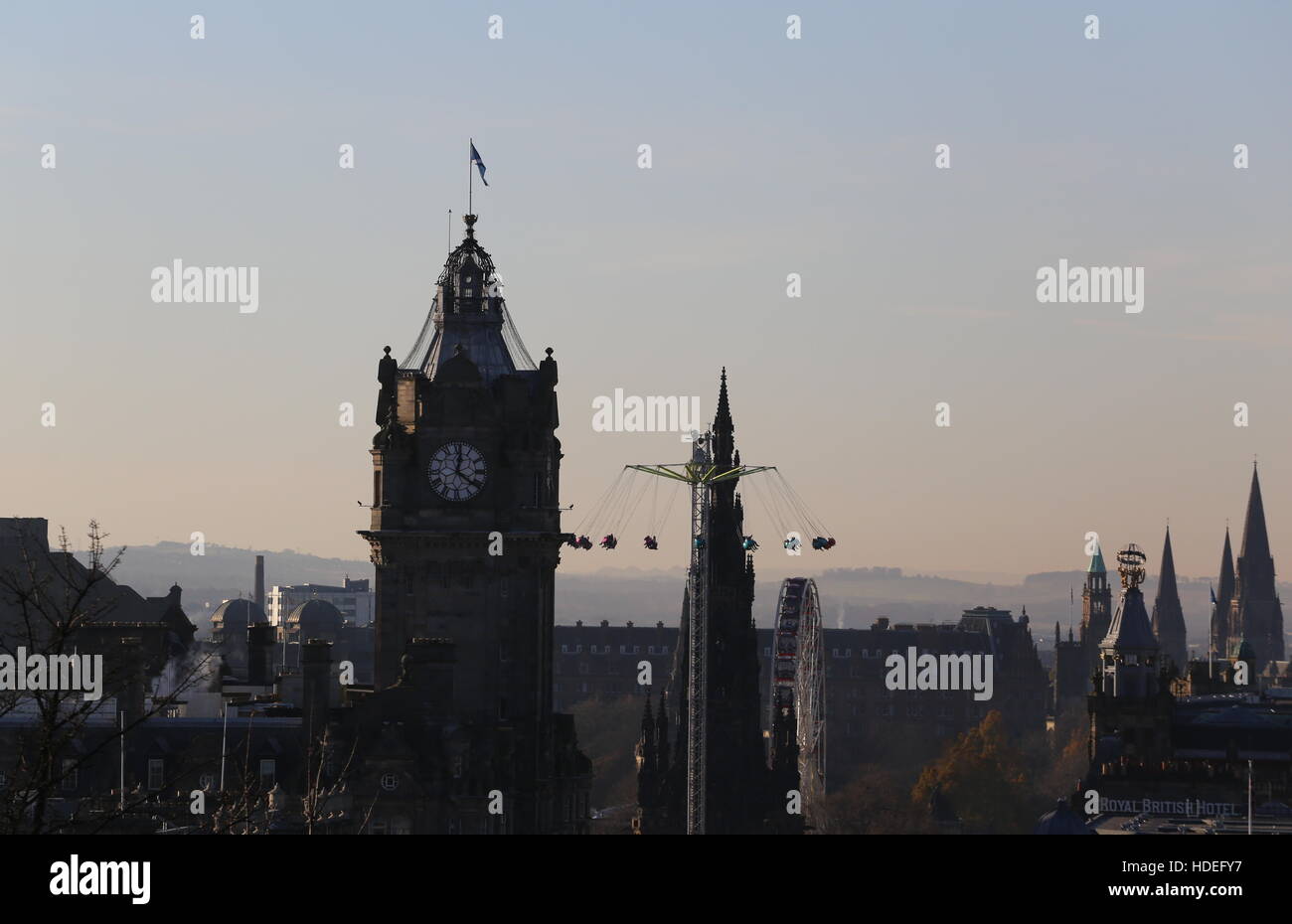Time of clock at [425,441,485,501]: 12:21
